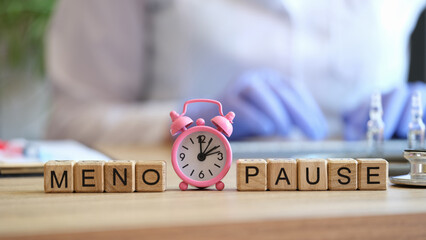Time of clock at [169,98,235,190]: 1:59
